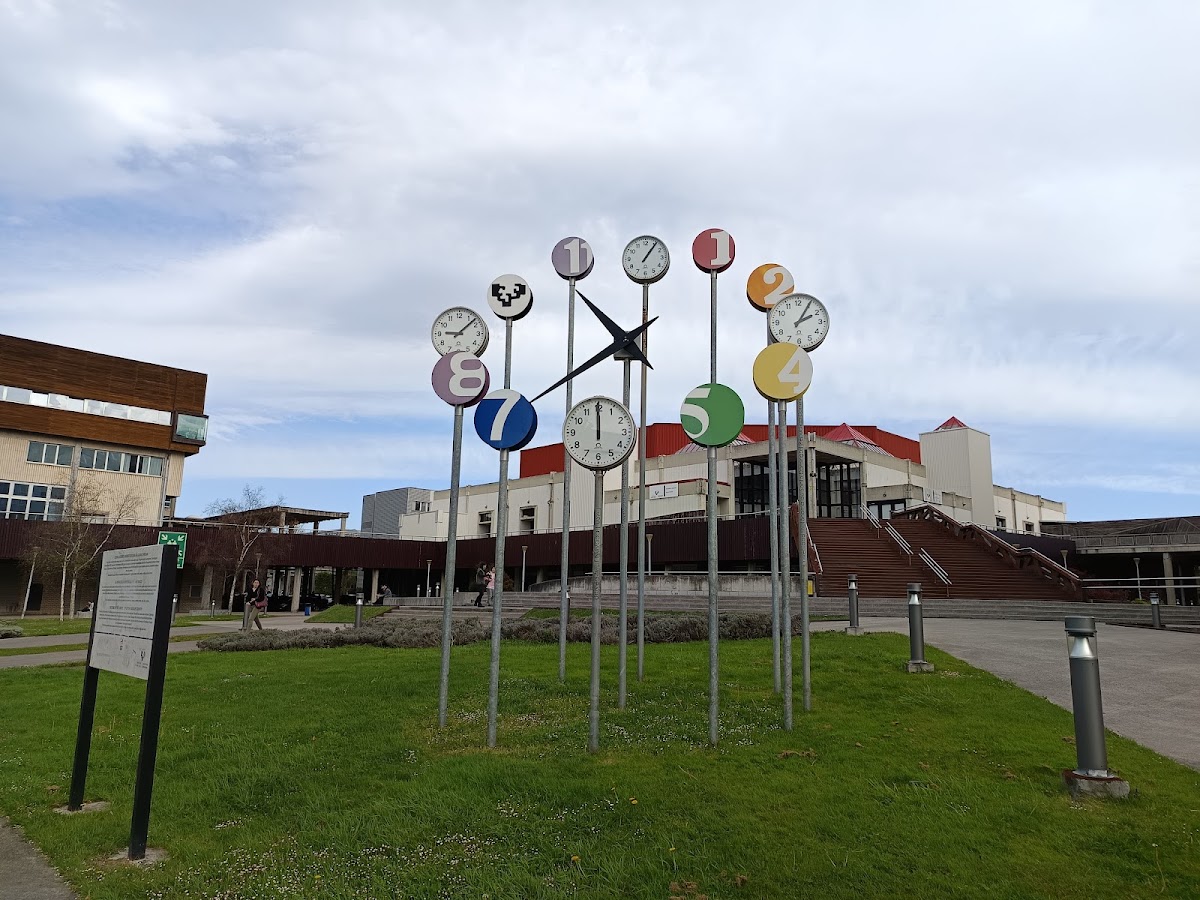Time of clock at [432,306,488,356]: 9:07
